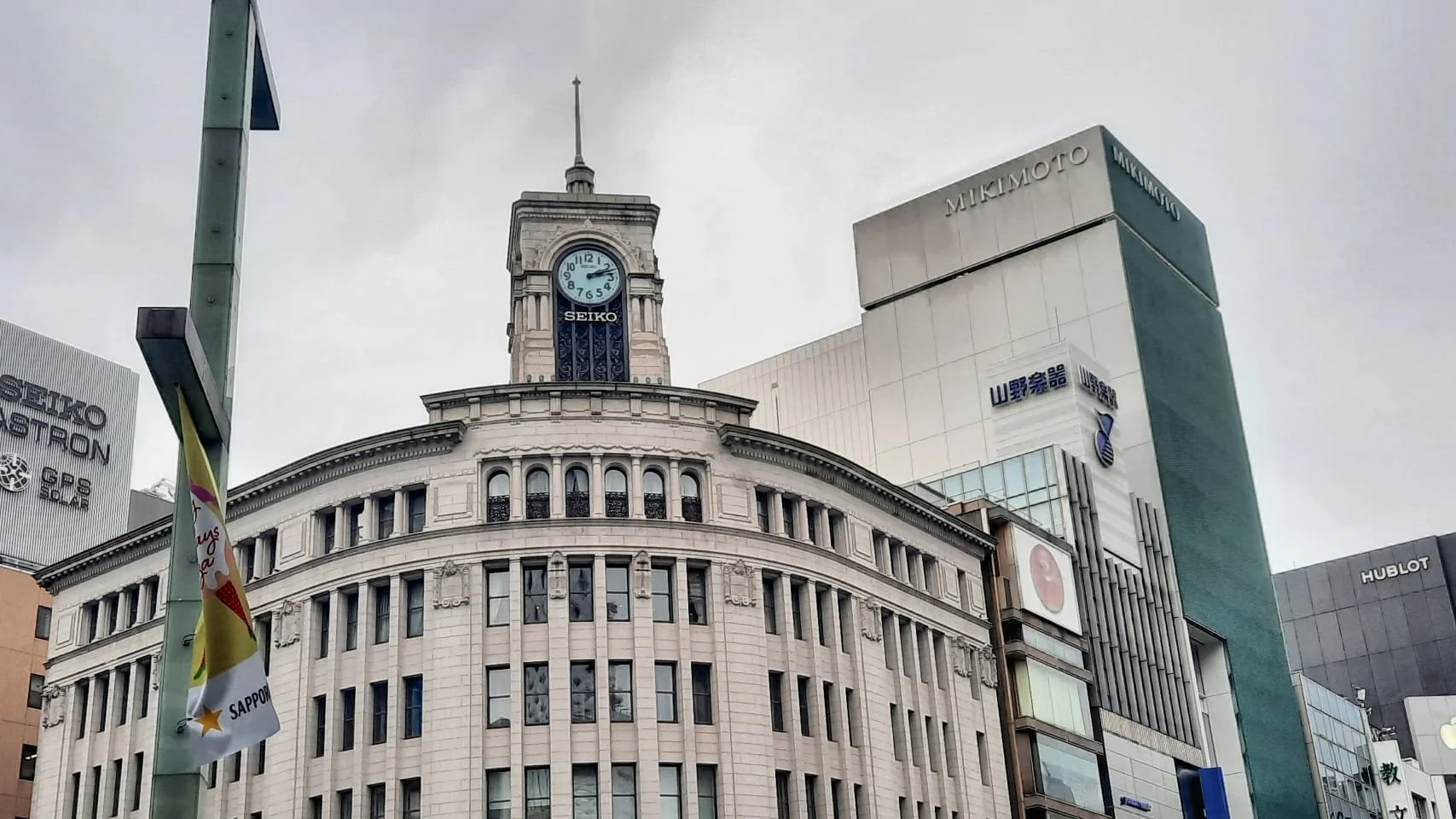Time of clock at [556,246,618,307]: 2:12
